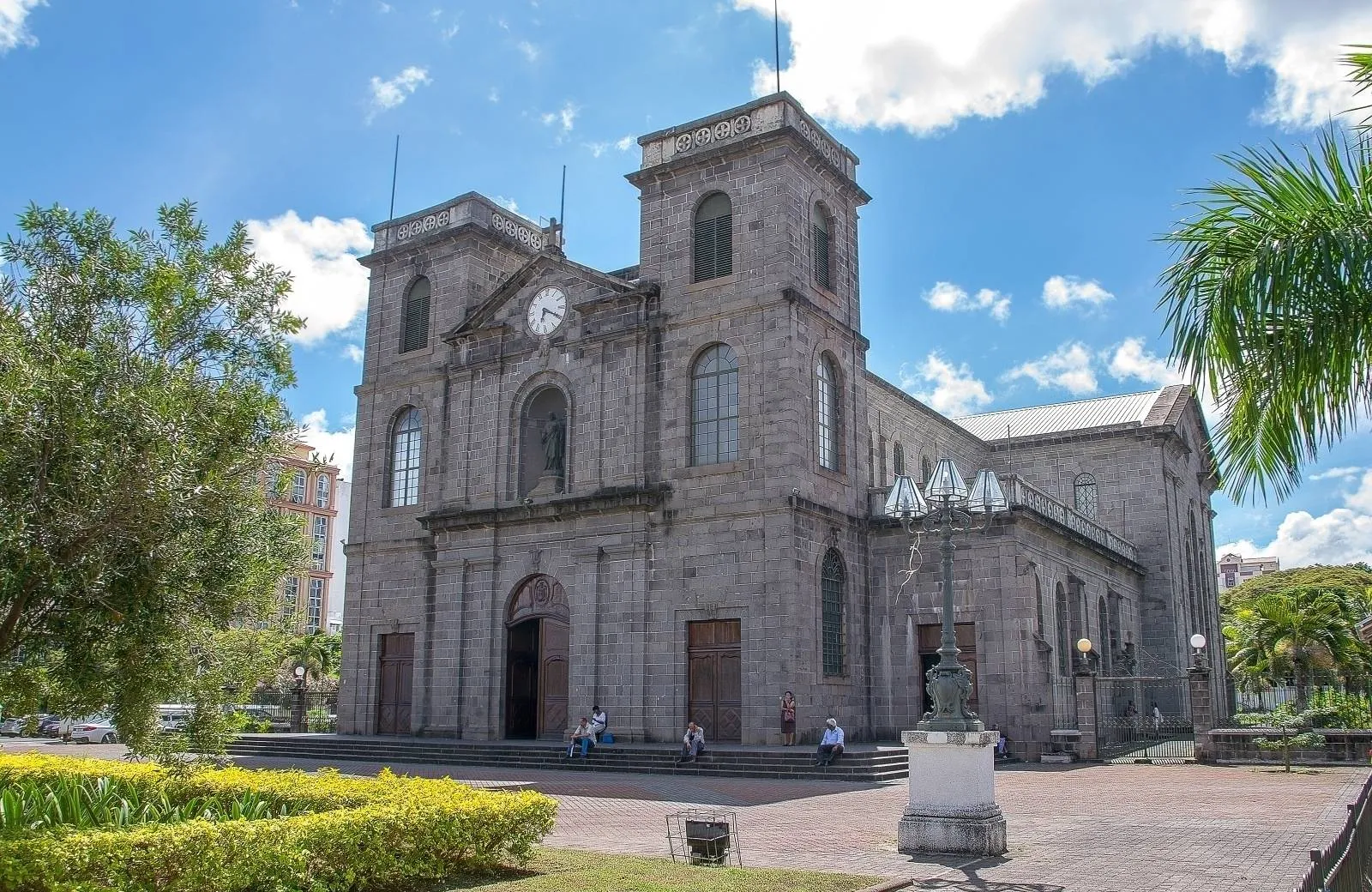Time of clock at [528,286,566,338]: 6:19
